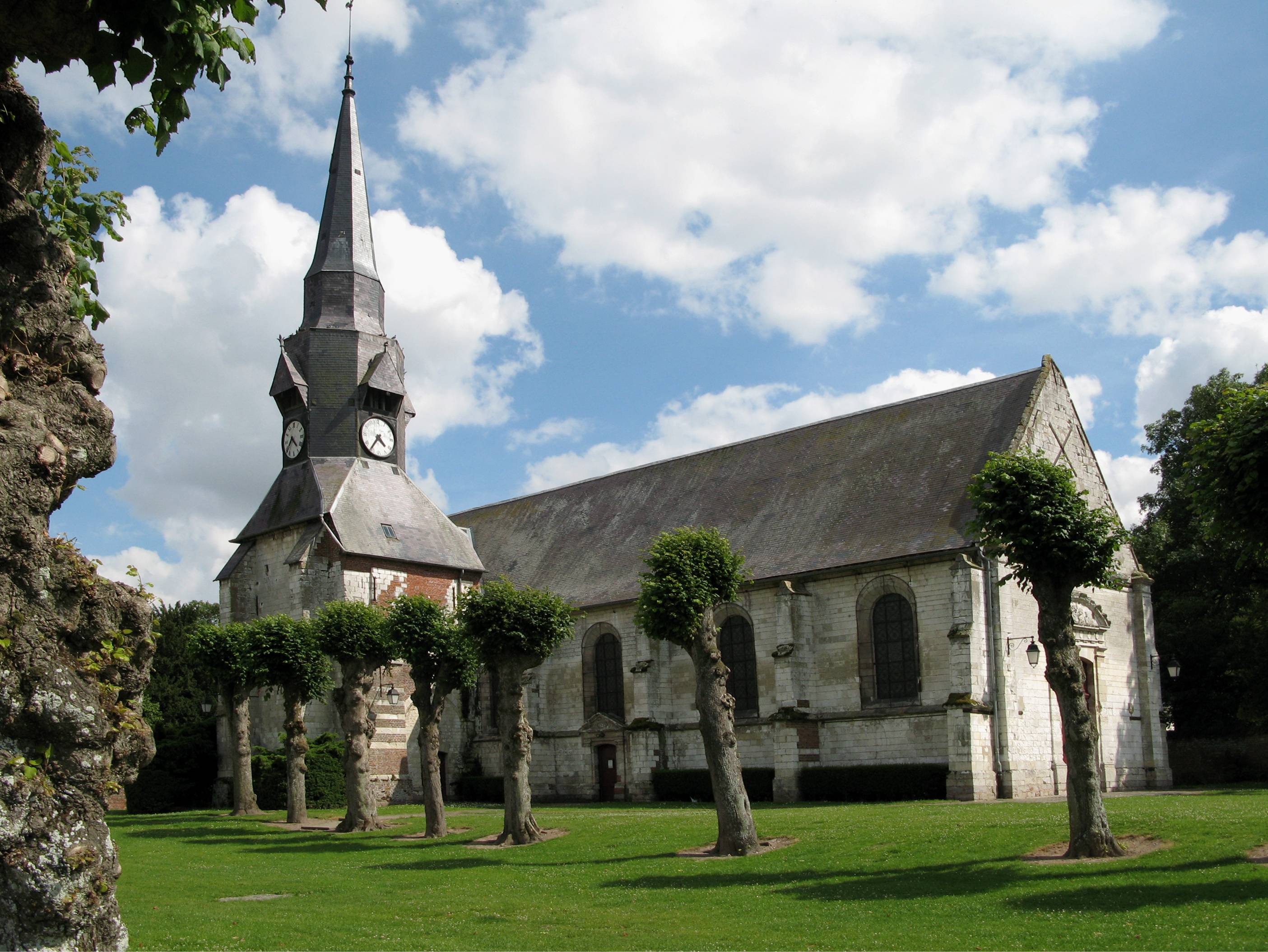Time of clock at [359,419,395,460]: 4:35
